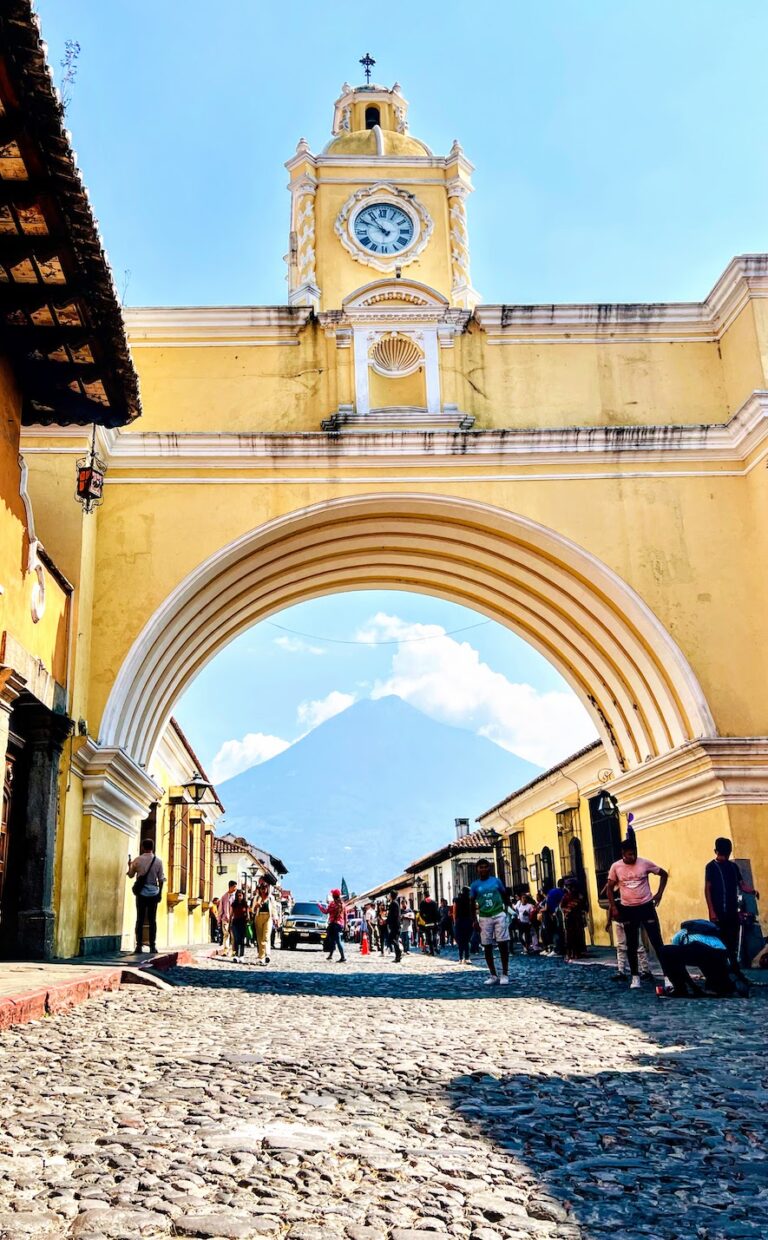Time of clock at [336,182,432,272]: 10:50
